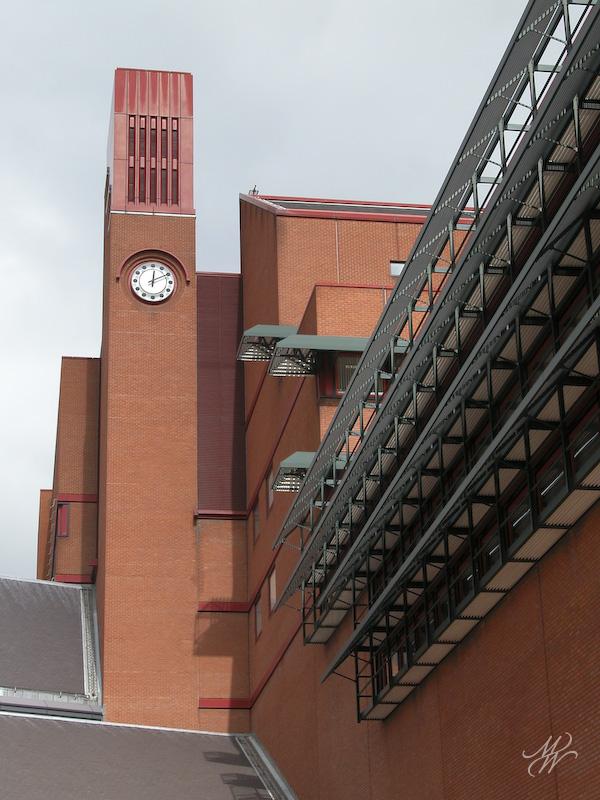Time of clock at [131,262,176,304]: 12:10
